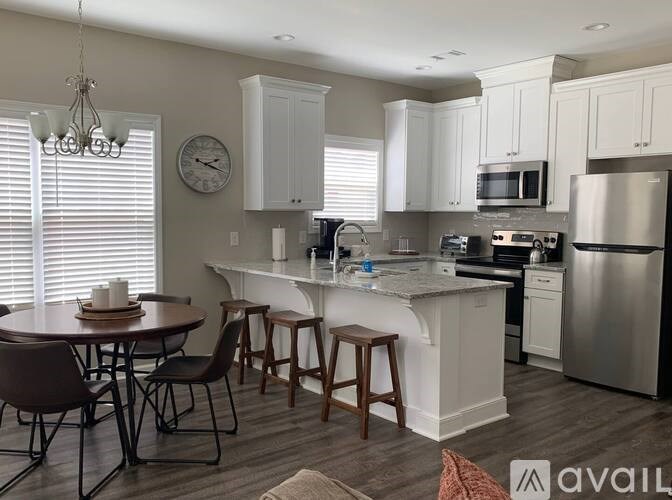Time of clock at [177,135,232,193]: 2:18
